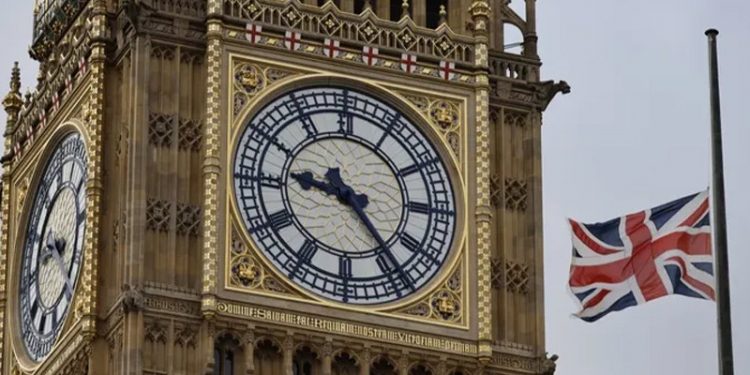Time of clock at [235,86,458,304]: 9:23
